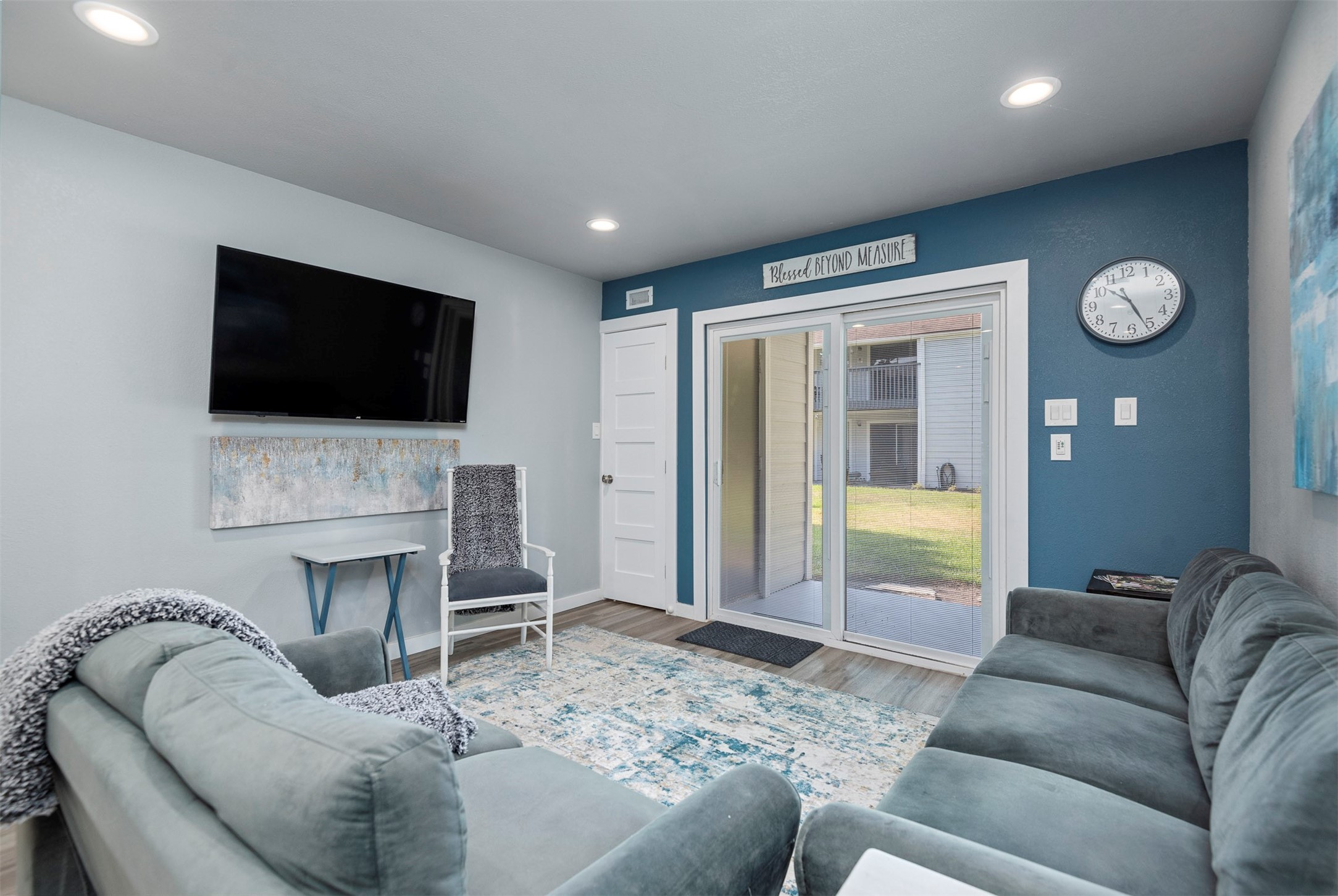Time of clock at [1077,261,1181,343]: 10:26
